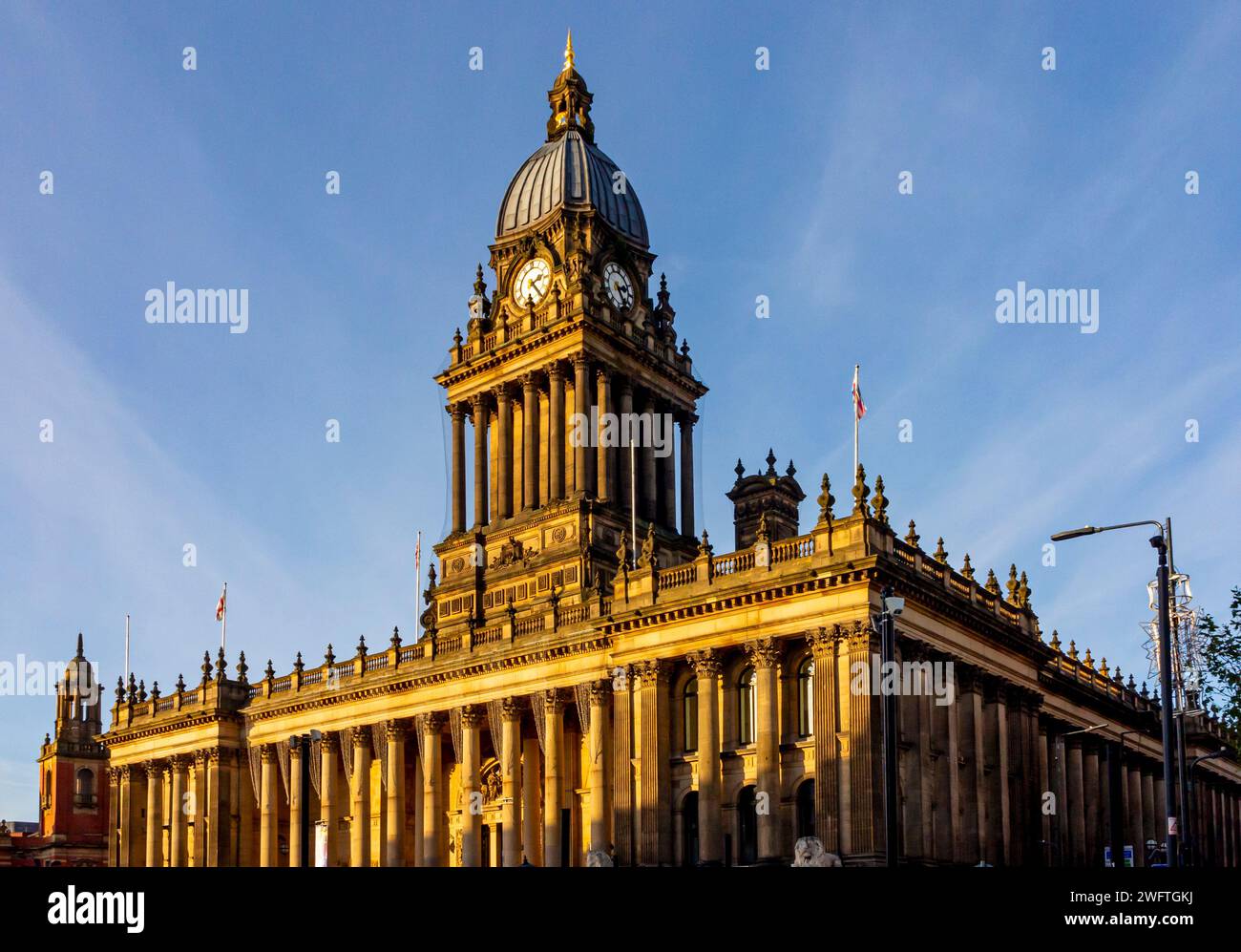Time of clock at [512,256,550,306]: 2:23
